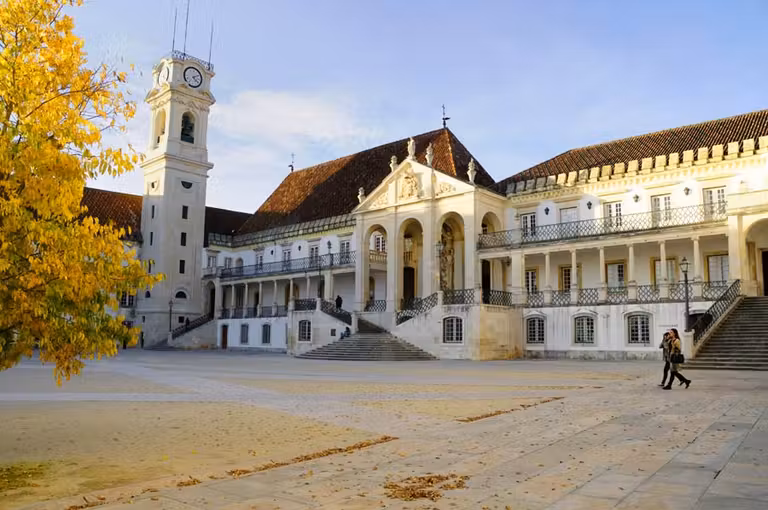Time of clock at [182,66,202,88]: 4:10
